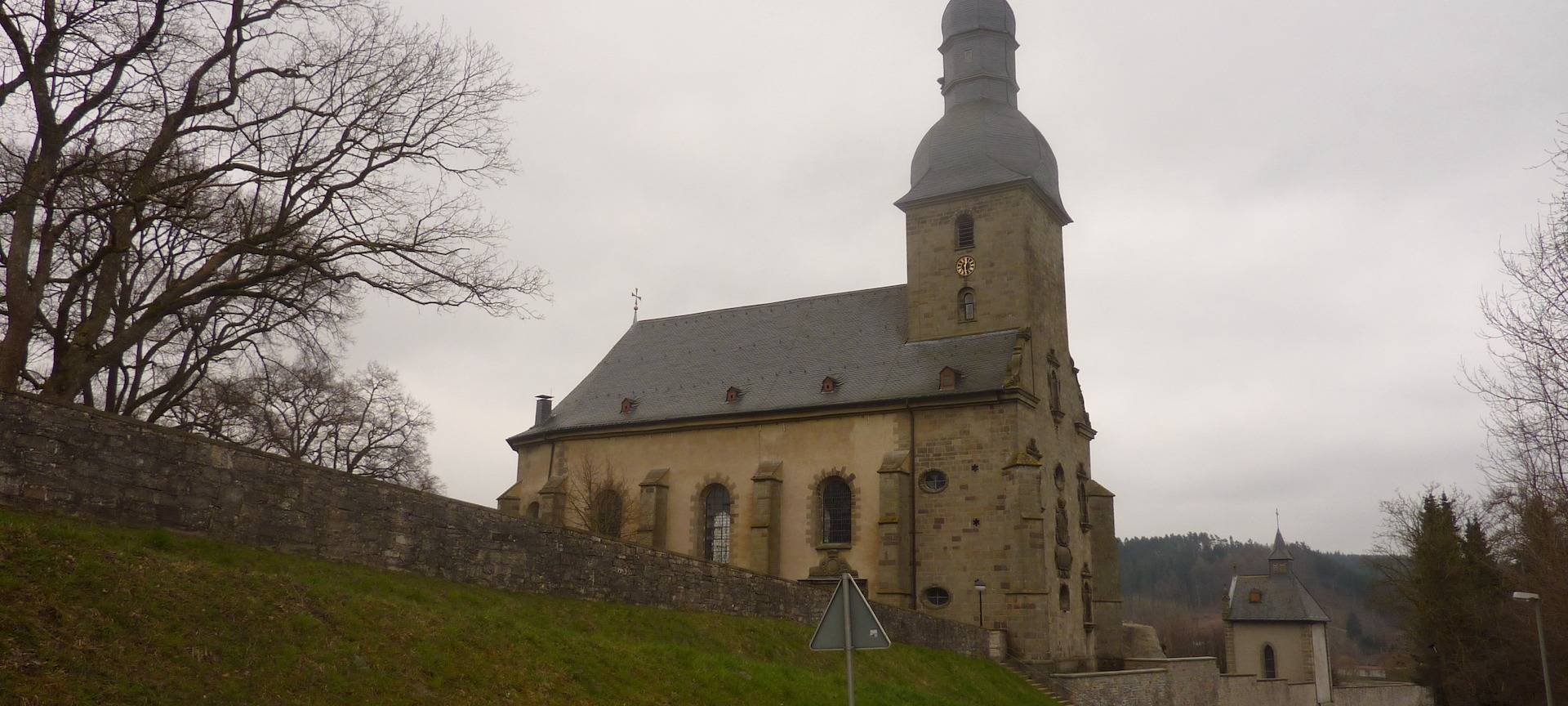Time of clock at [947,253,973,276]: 12:28
